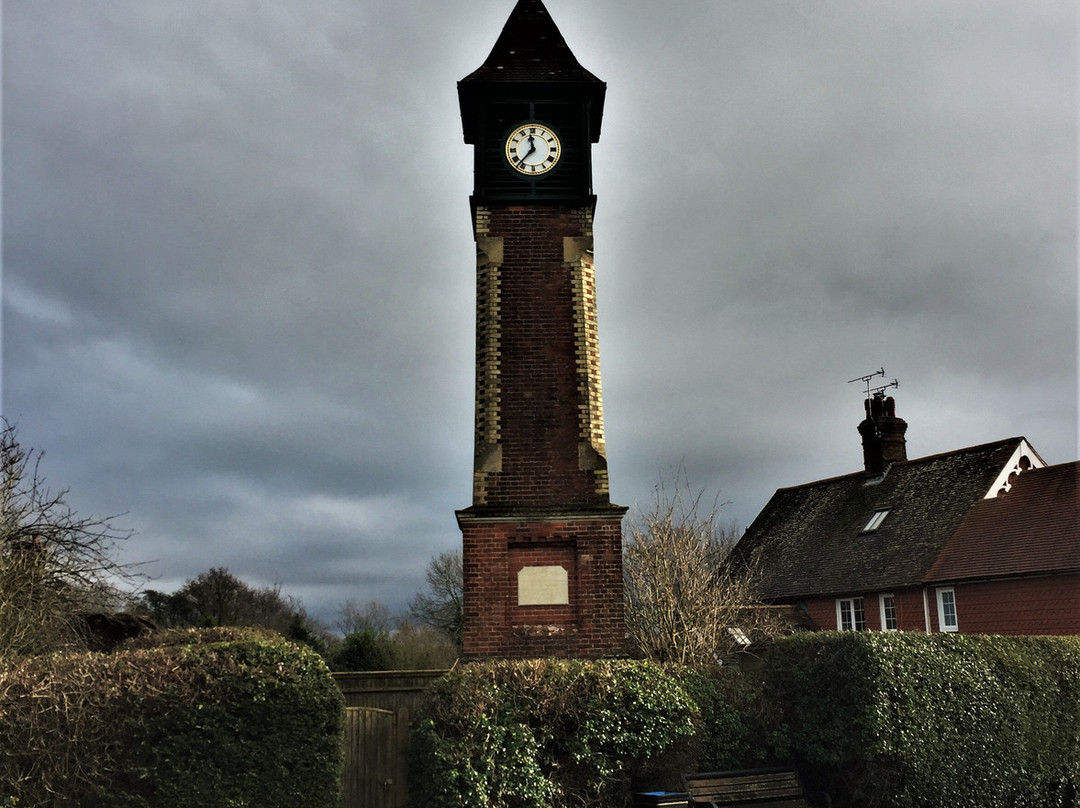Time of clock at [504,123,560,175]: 11:36
